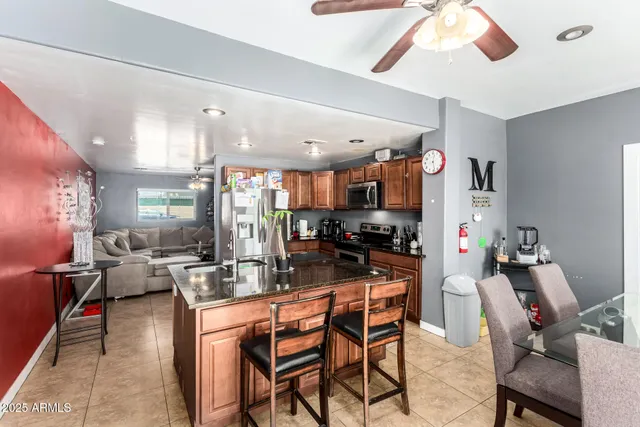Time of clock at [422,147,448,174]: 12:28
